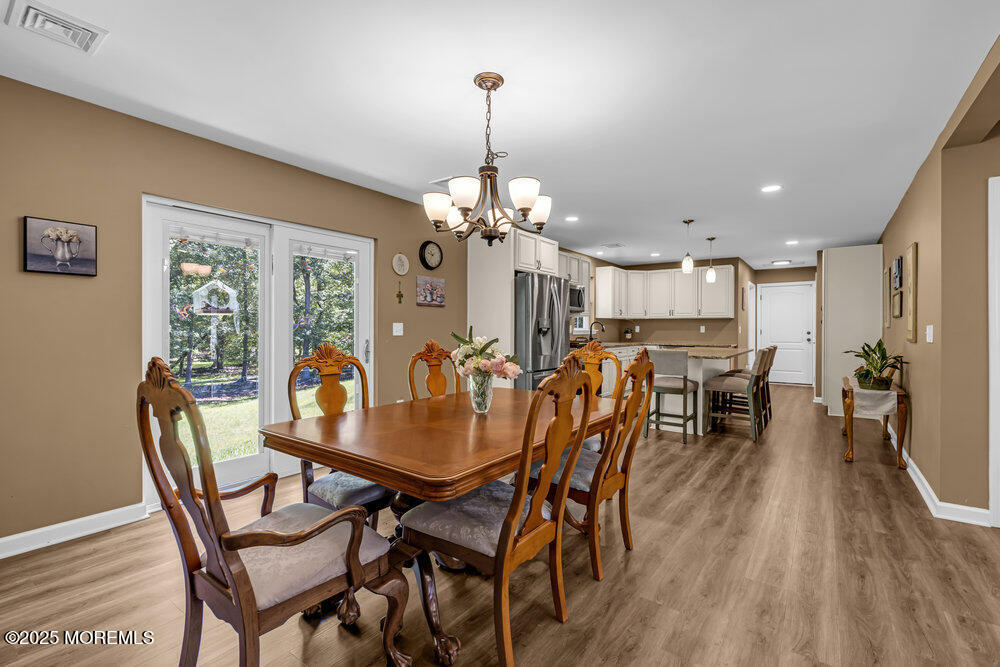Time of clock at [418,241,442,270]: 9:36
